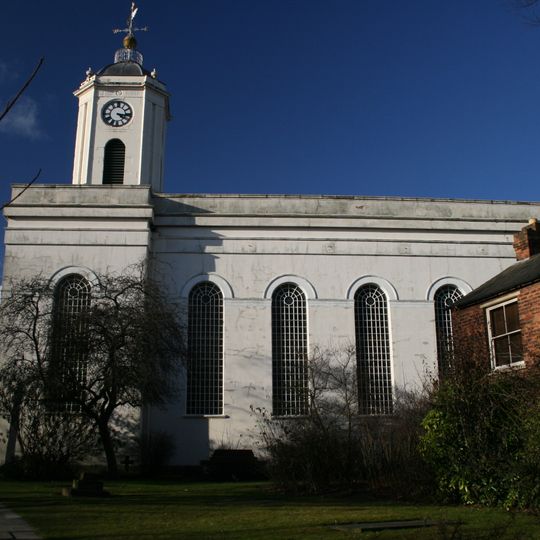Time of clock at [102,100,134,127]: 4:16
